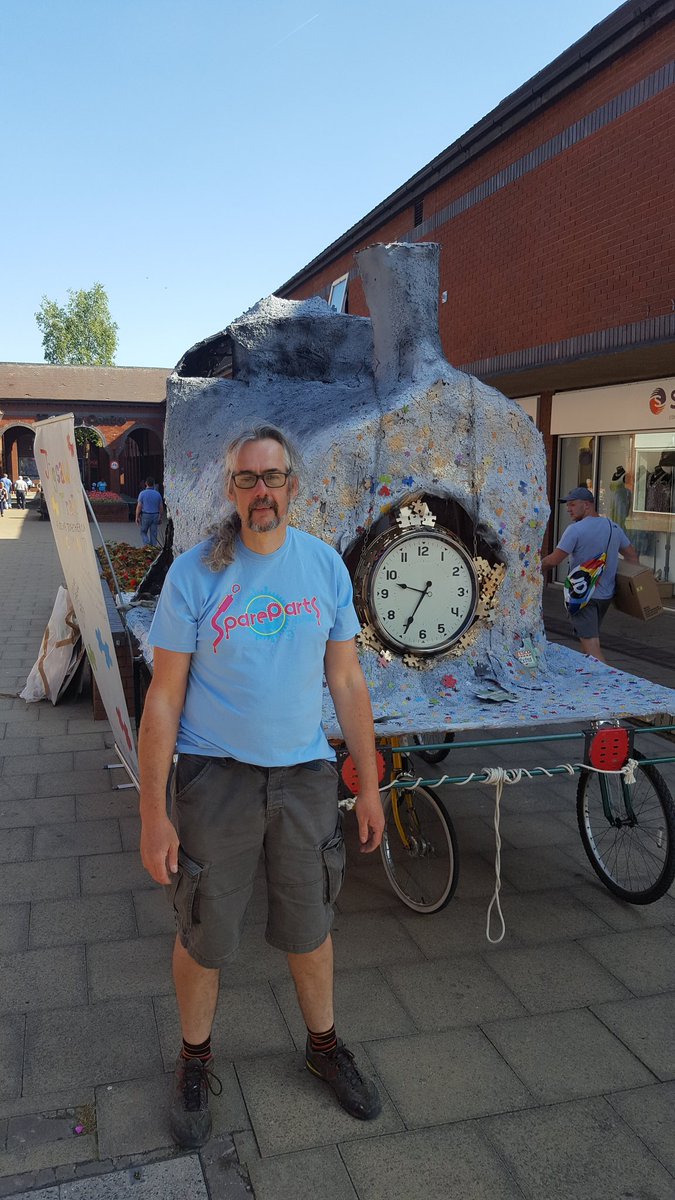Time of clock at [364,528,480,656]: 9:34
